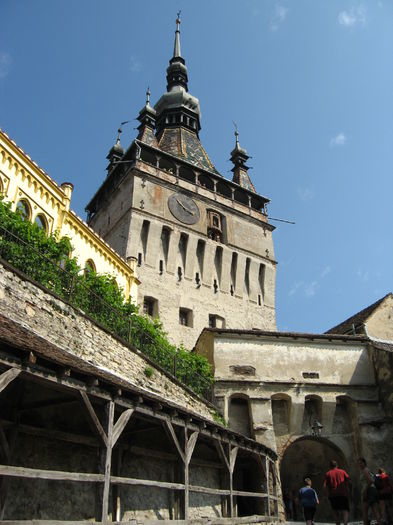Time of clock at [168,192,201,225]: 3:52
